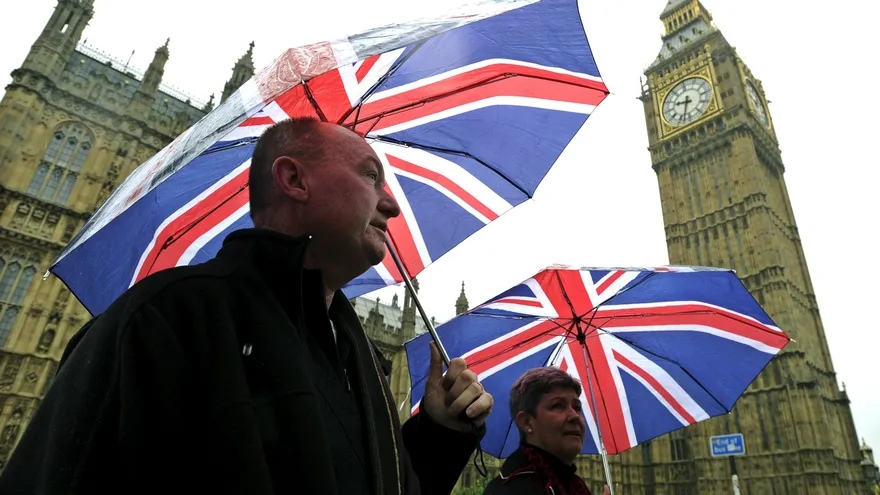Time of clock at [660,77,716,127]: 9:33
